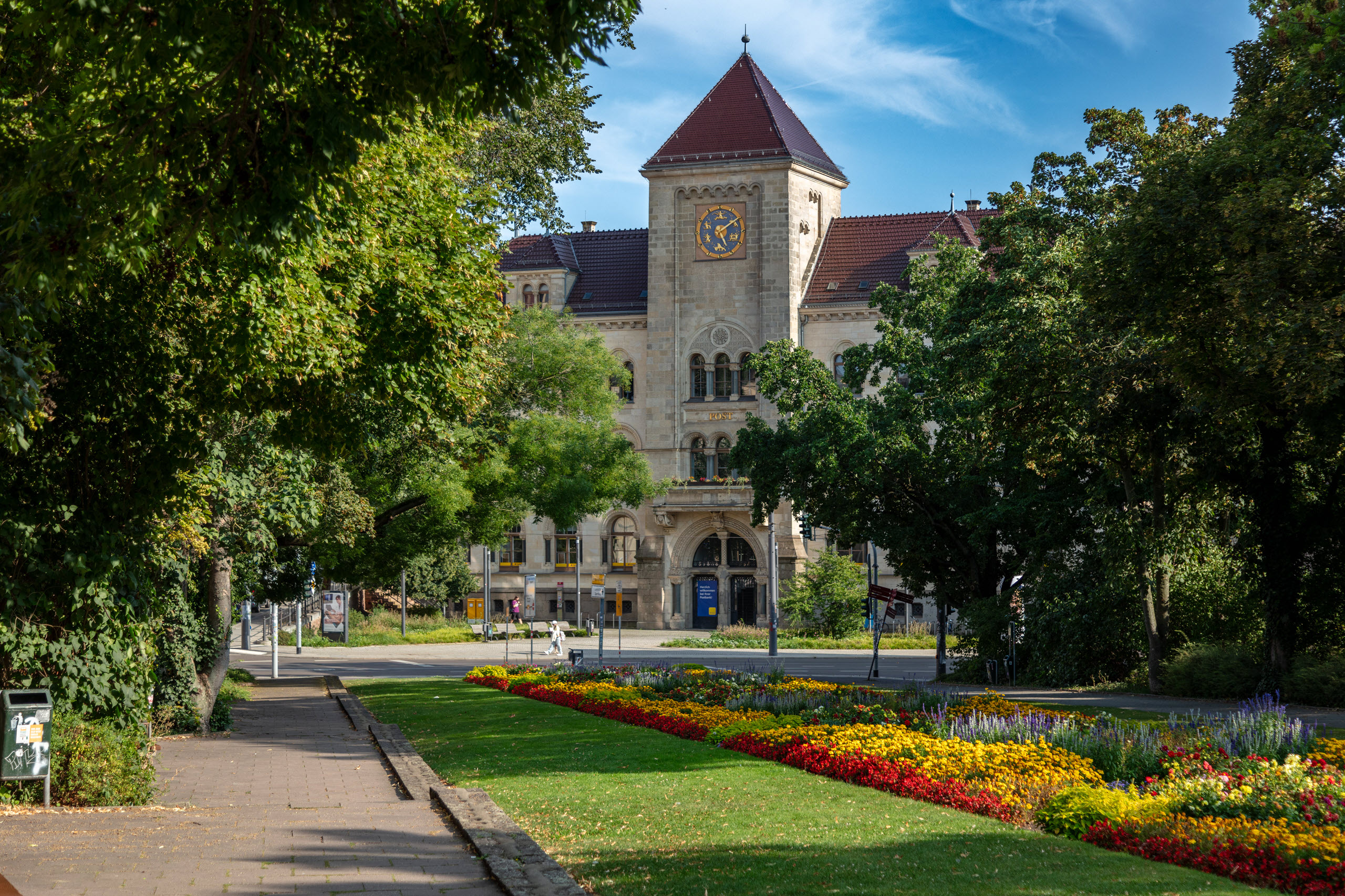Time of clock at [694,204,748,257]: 5:09
